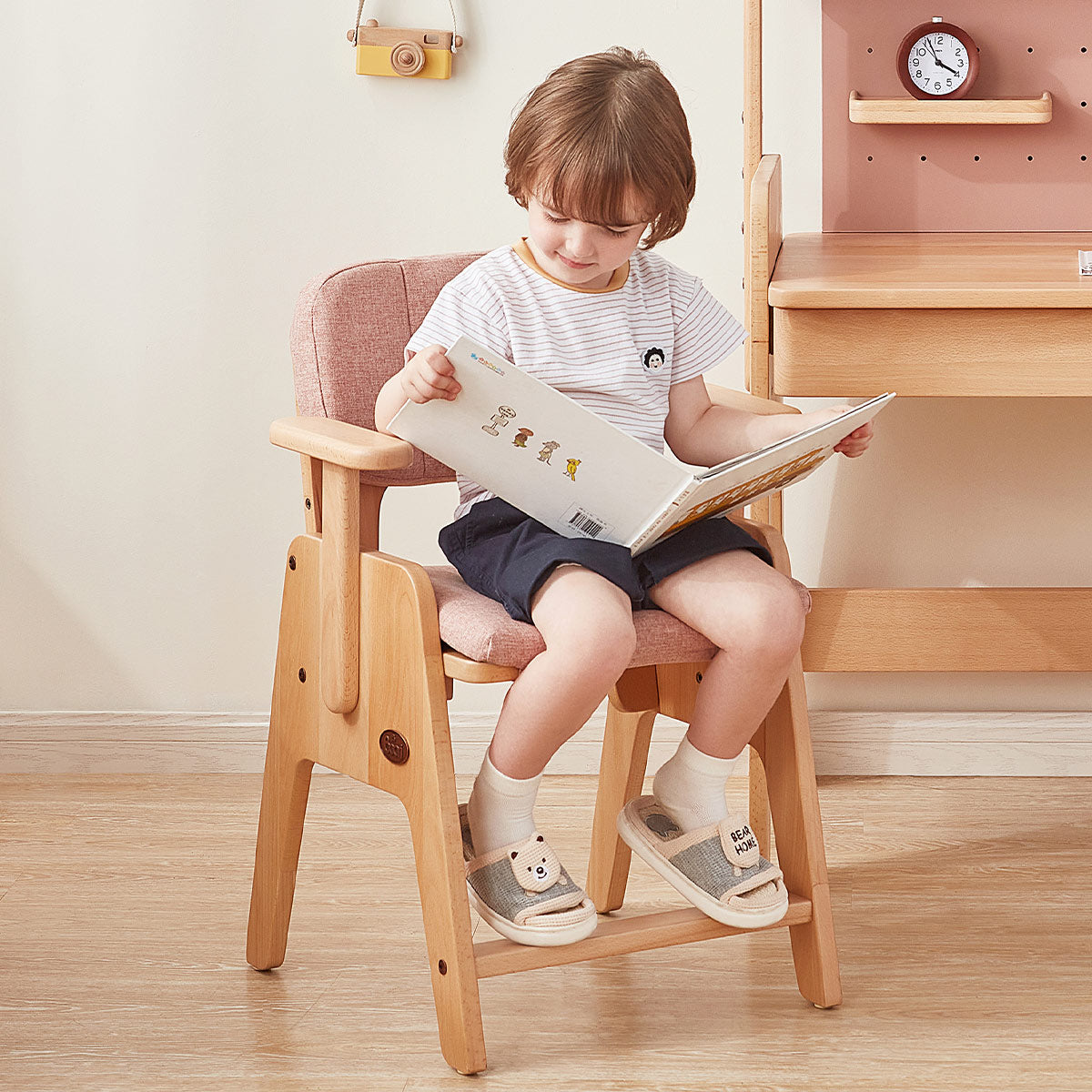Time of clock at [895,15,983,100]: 3:55
